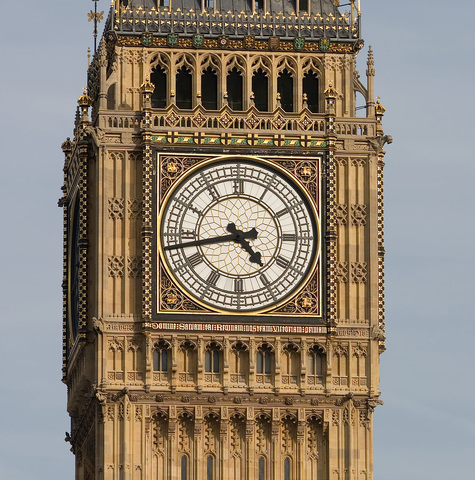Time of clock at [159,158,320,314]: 4:42
